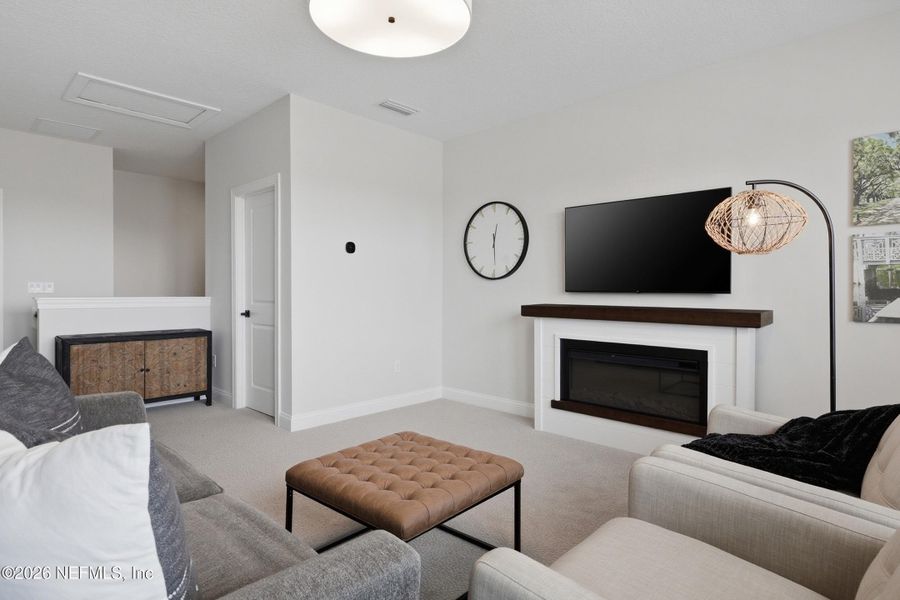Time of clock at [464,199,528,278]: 12:29
